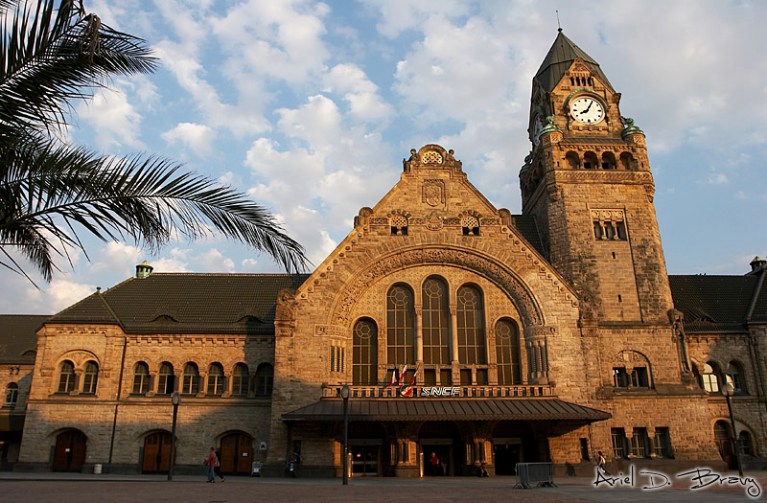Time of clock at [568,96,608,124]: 8:05
